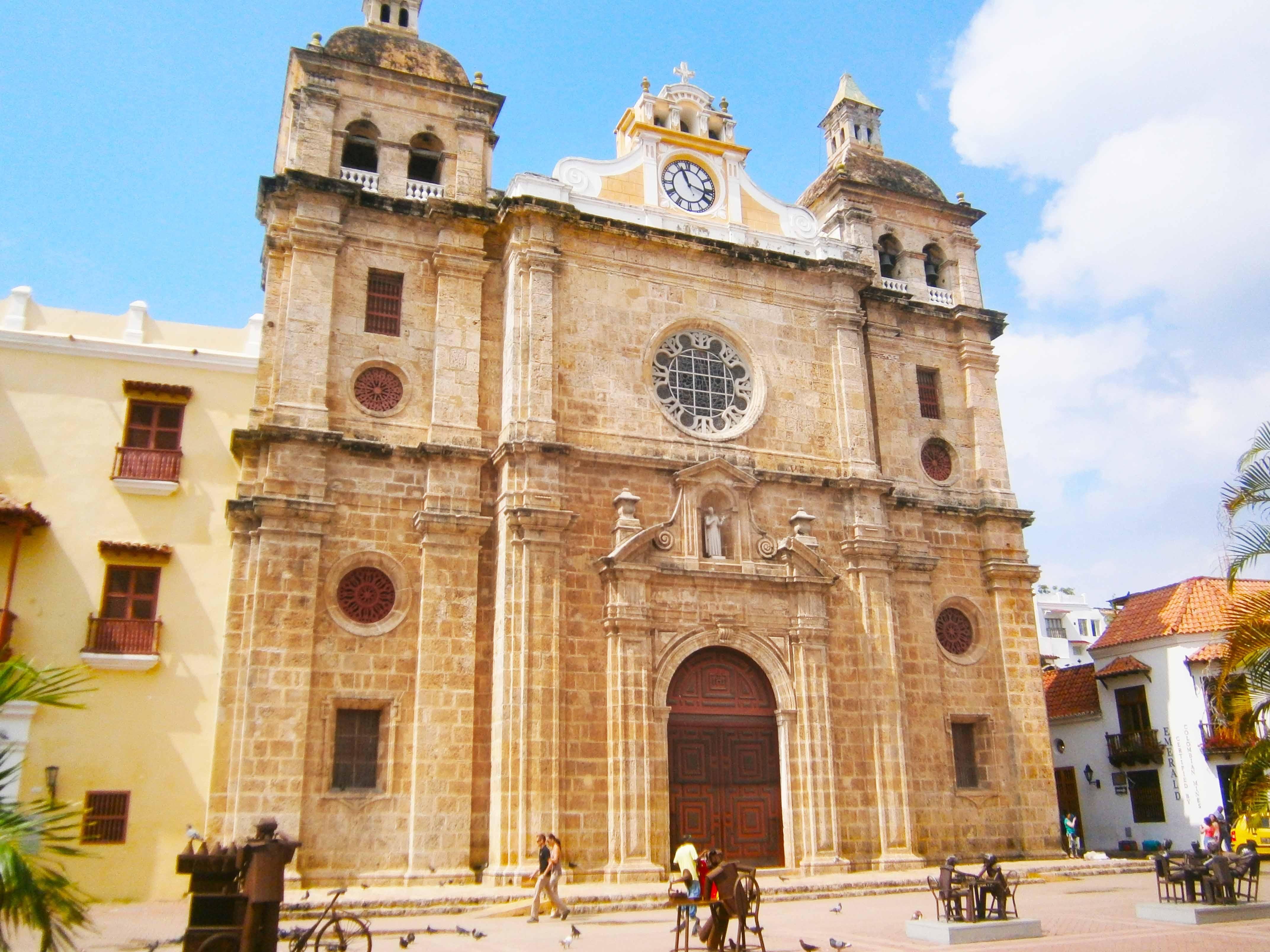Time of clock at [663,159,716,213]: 11:17
